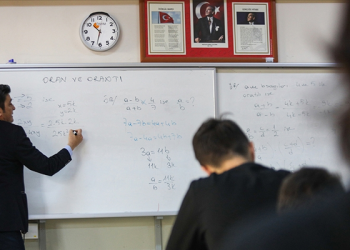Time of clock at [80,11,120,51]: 10:32
